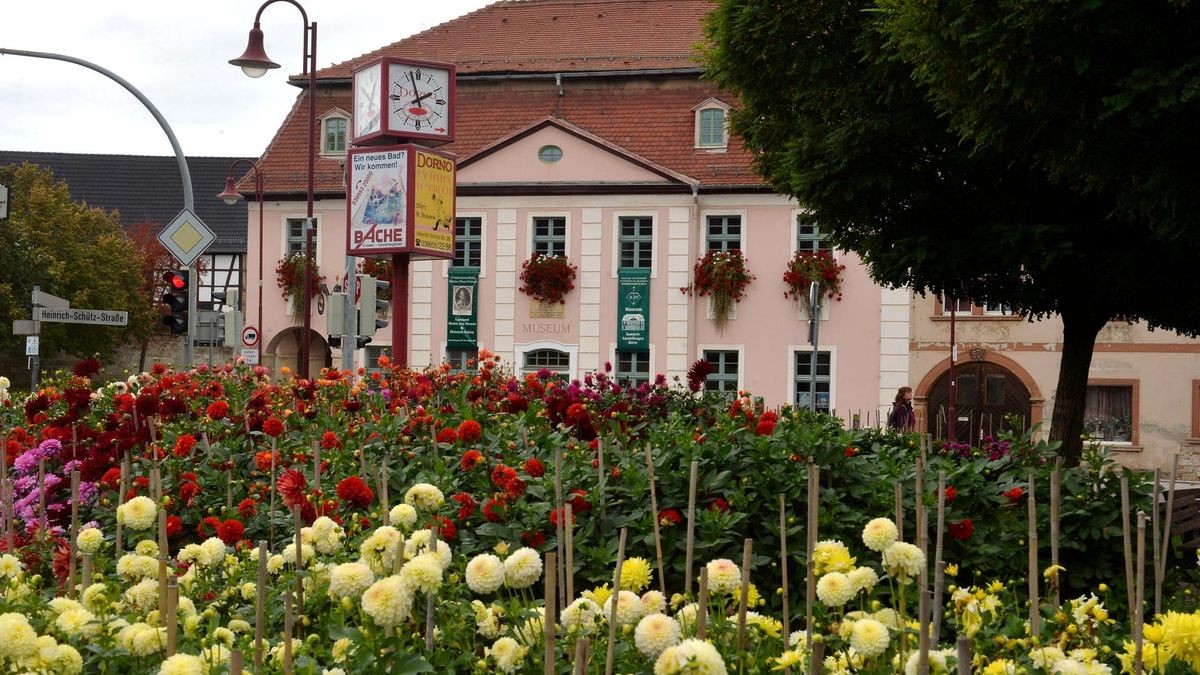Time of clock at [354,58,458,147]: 1:57
